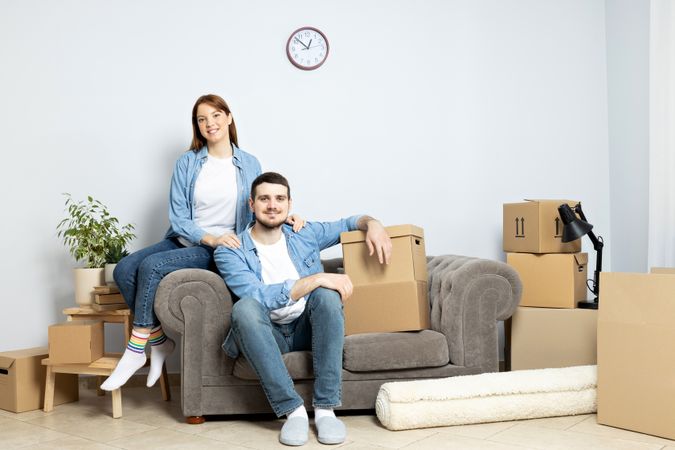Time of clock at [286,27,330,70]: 12:52
